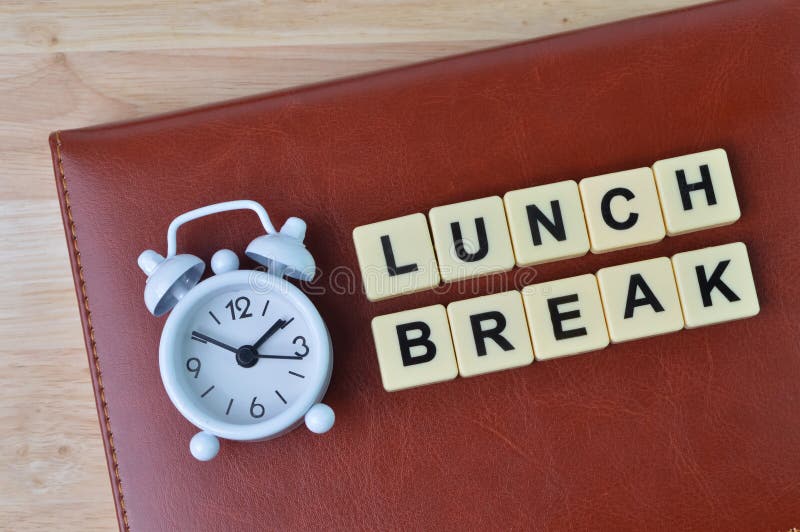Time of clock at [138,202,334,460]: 1:50
